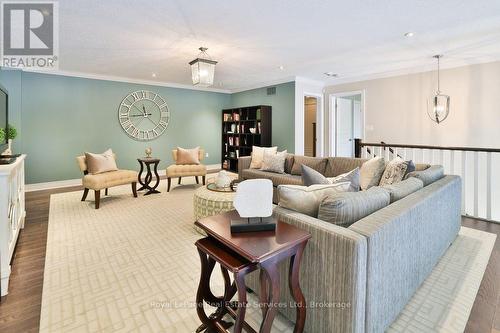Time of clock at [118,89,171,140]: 11:44
